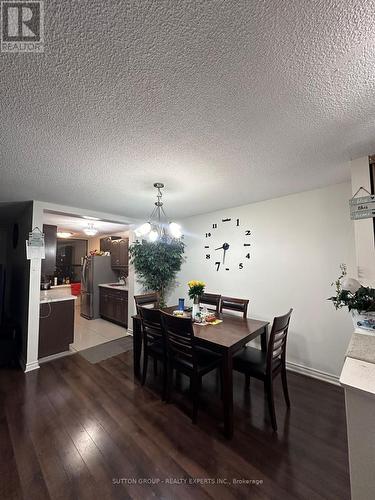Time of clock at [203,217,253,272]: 8:32
